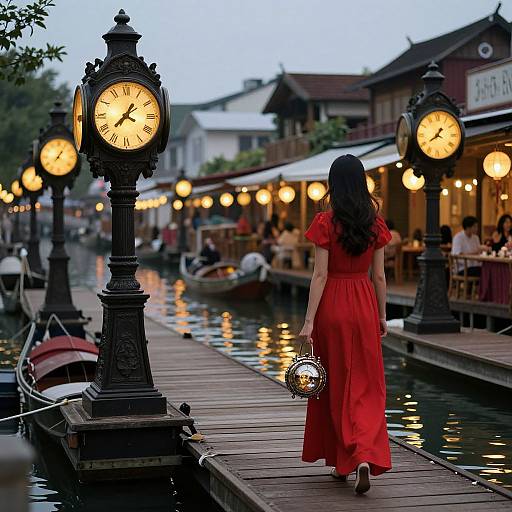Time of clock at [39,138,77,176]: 1:05
